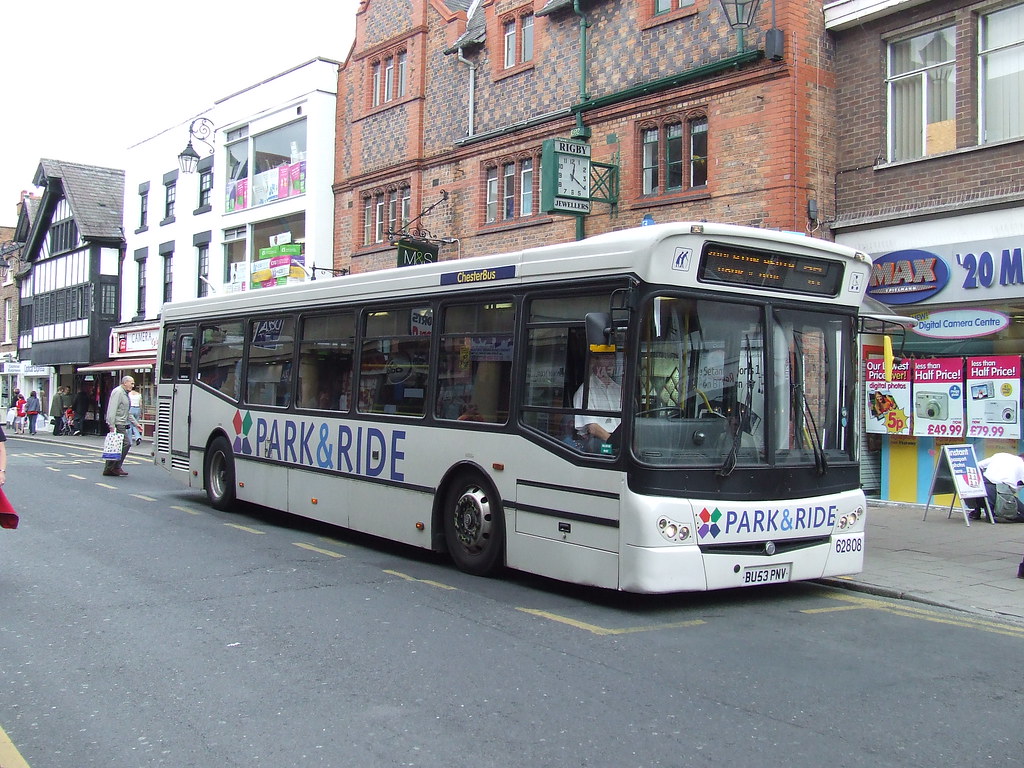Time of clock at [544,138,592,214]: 12:21
